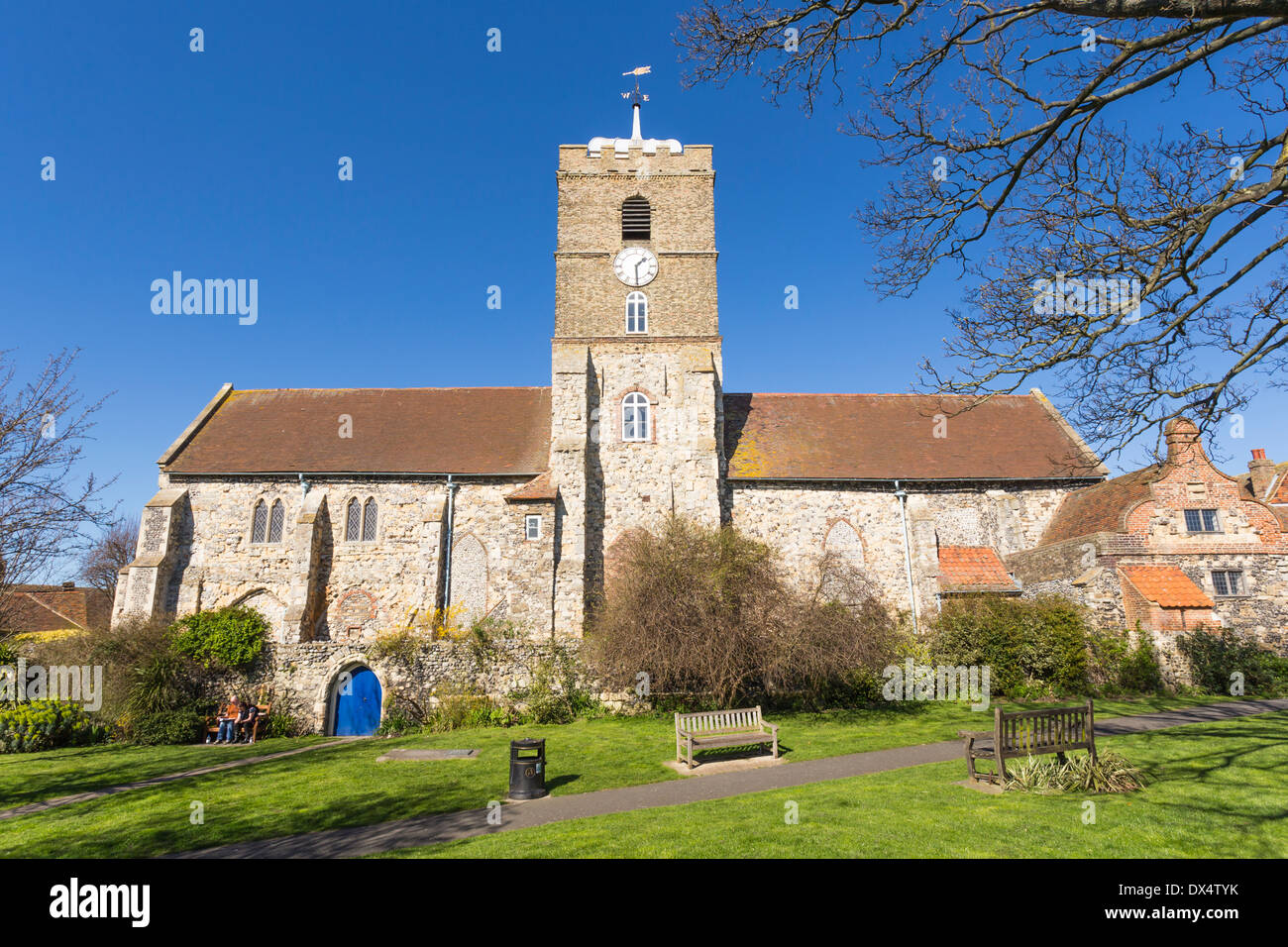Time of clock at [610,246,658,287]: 1:29
